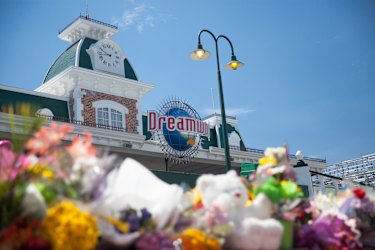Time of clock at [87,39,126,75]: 9:42
